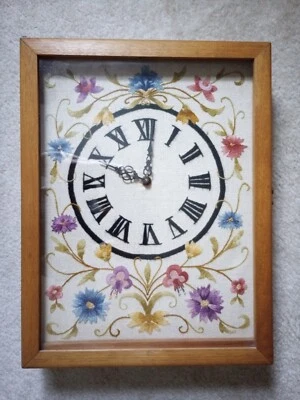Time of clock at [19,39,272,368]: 10:01
